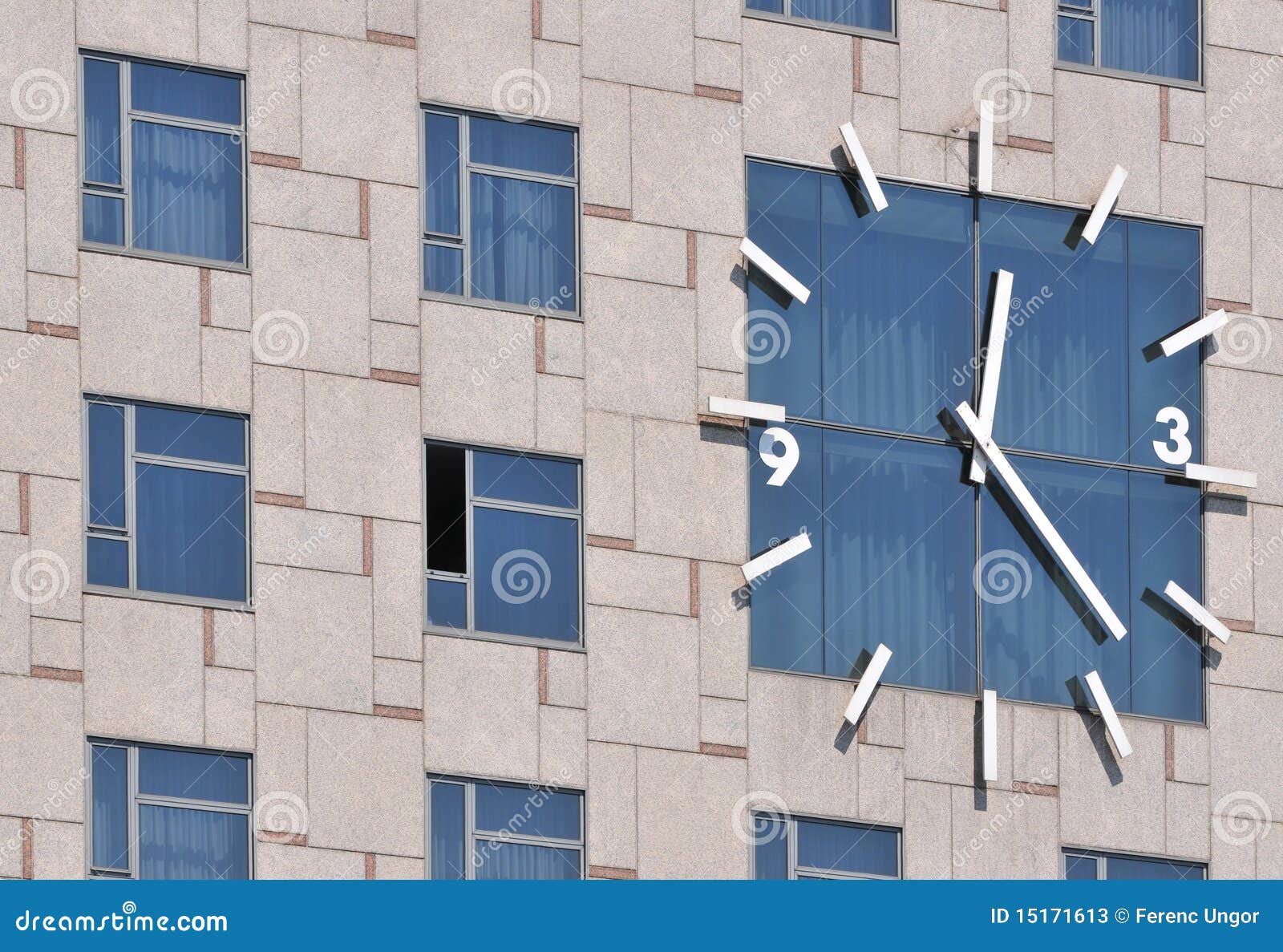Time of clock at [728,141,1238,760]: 12:22
